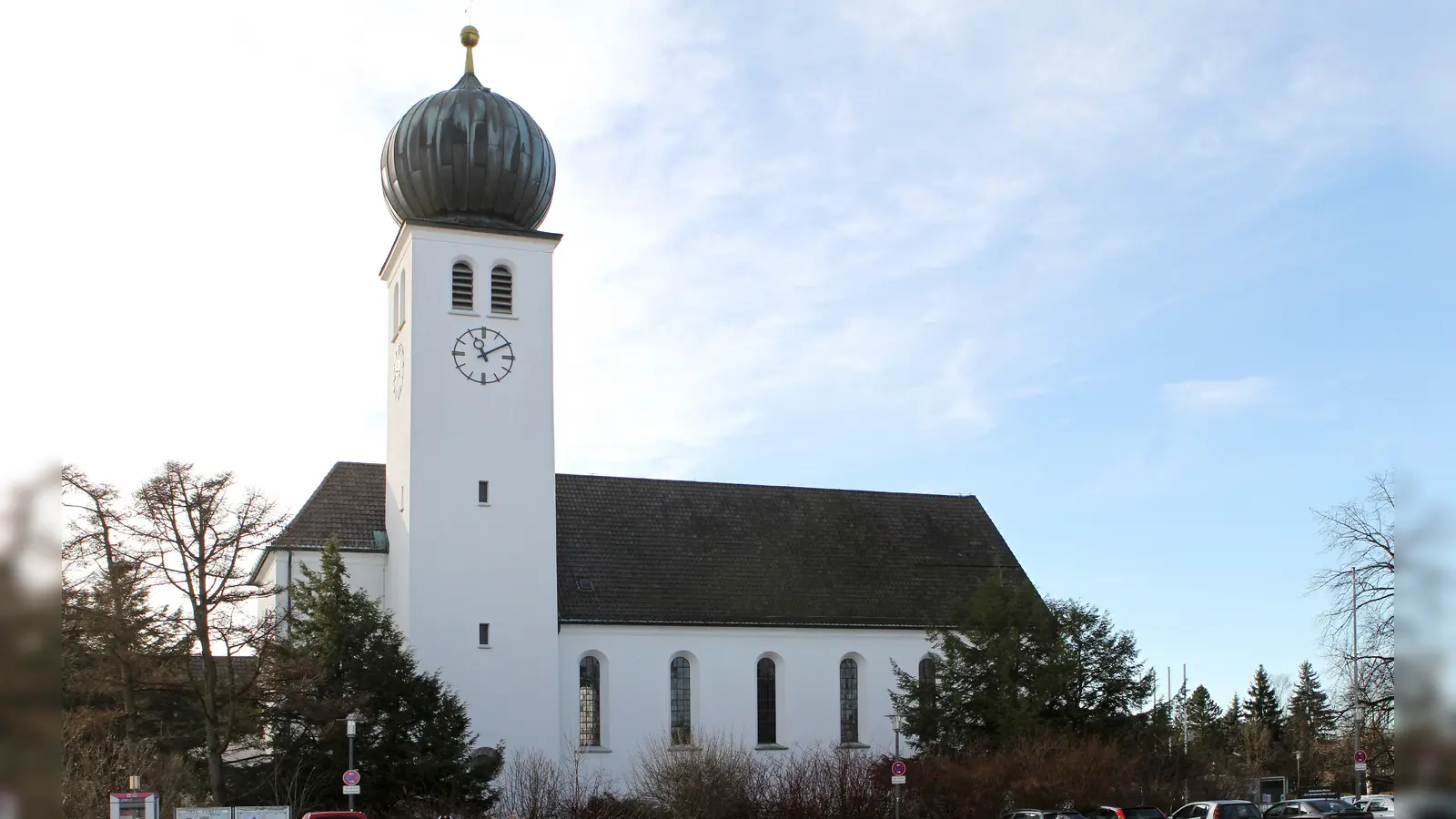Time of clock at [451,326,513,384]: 11:09
